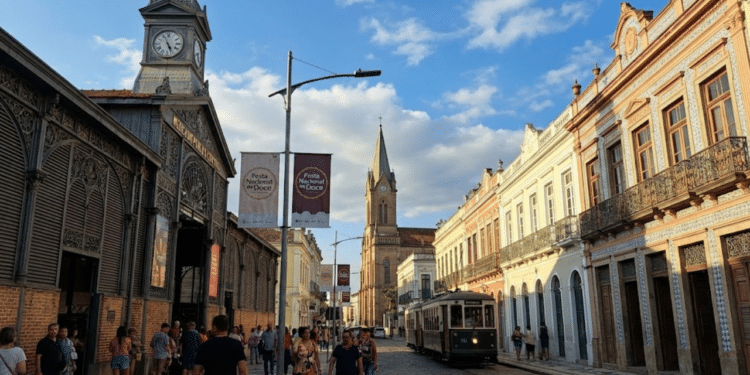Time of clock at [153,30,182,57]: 4:56
